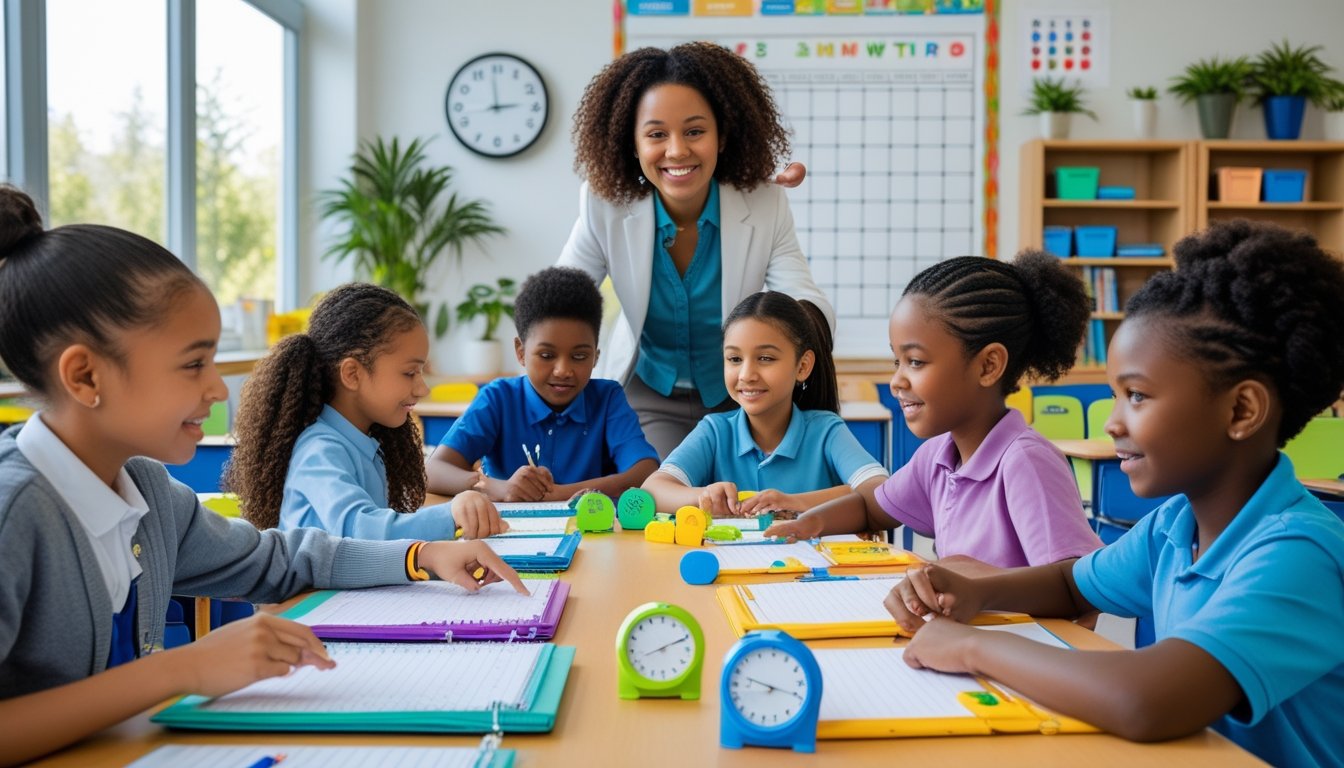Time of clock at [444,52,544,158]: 2:58
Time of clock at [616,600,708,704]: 2:11
